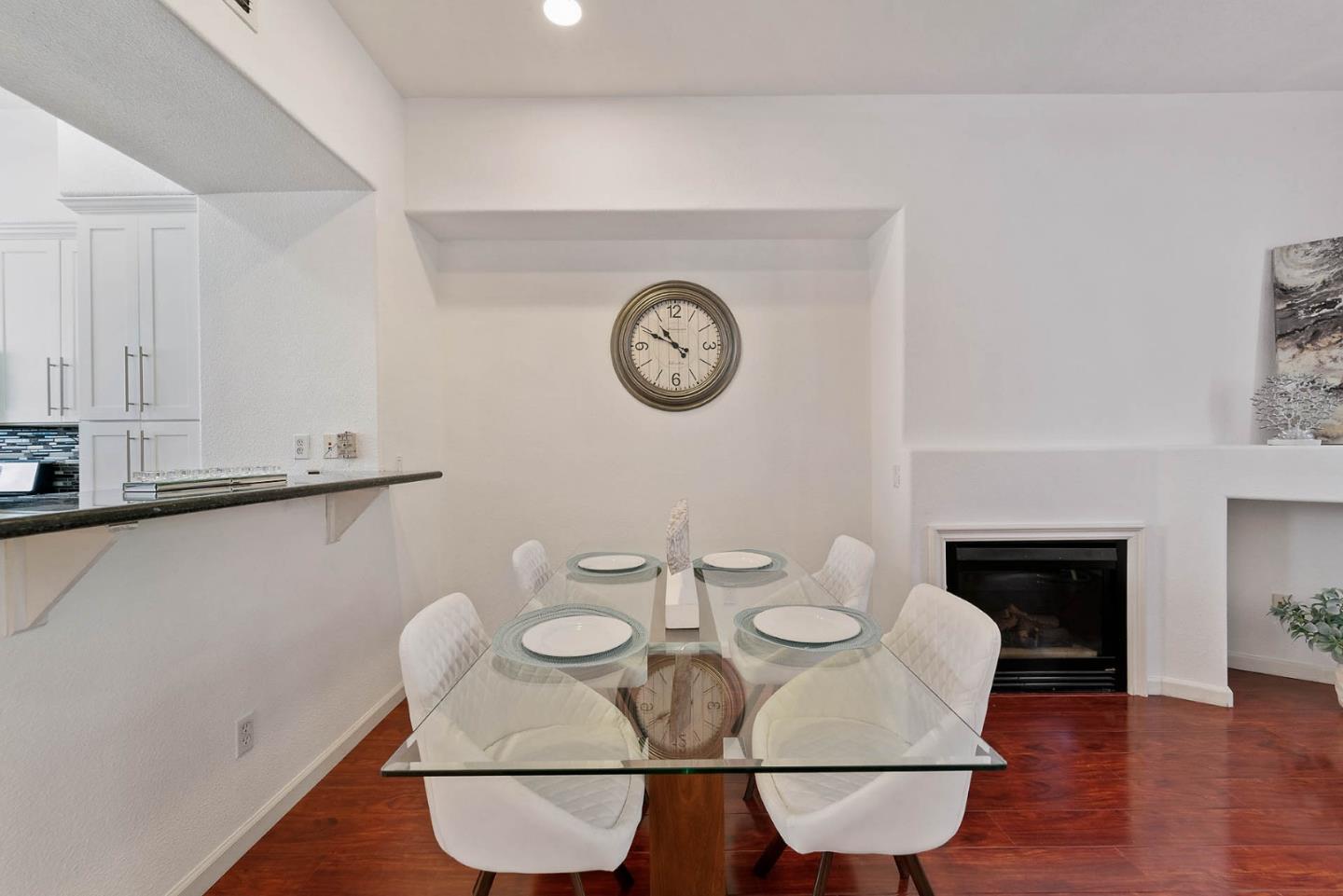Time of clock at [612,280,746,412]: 10:49
